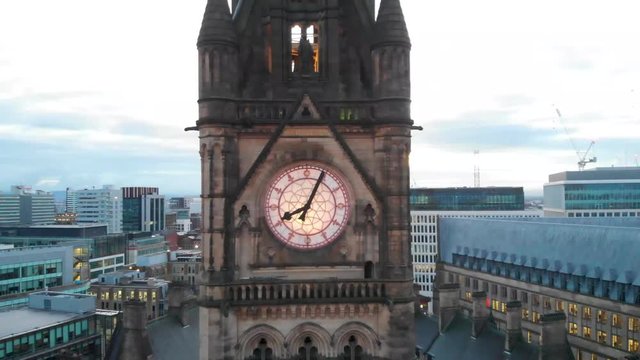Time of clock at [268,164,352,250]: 8:04
